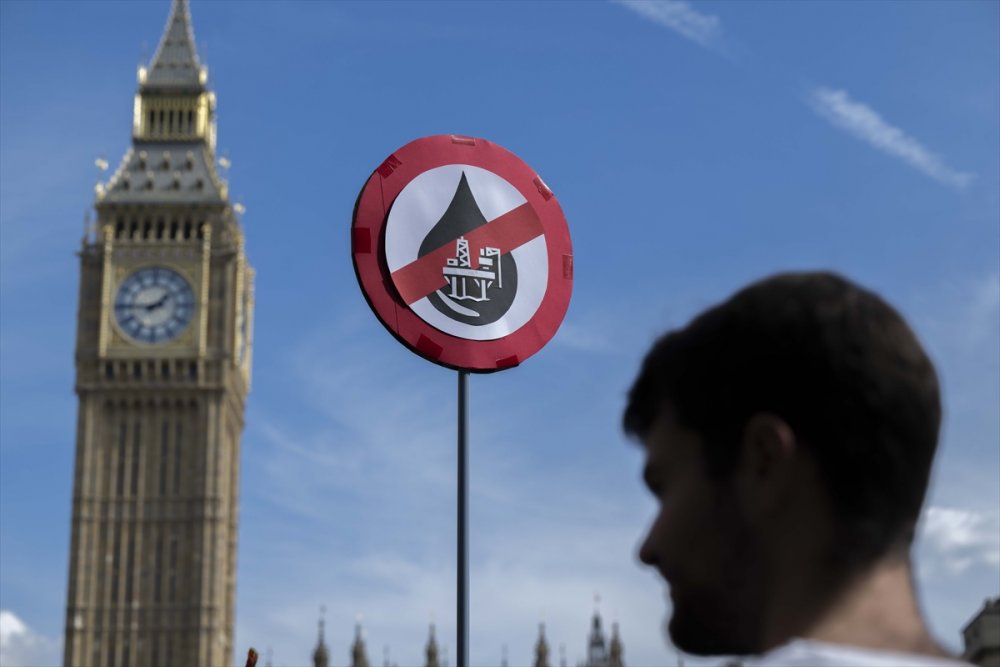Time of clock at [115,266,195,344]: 1:45
